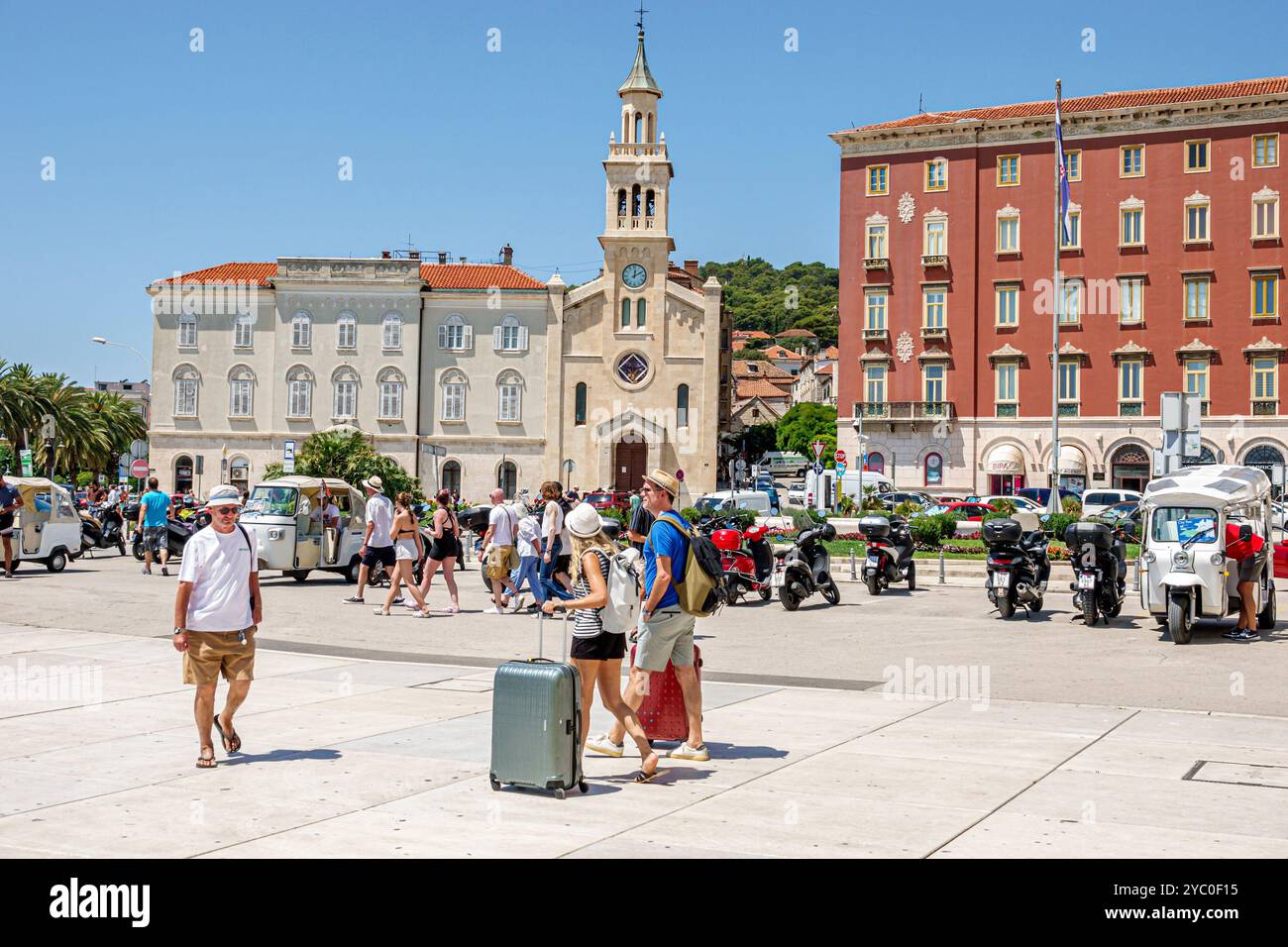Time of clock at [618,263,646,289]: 12:10
